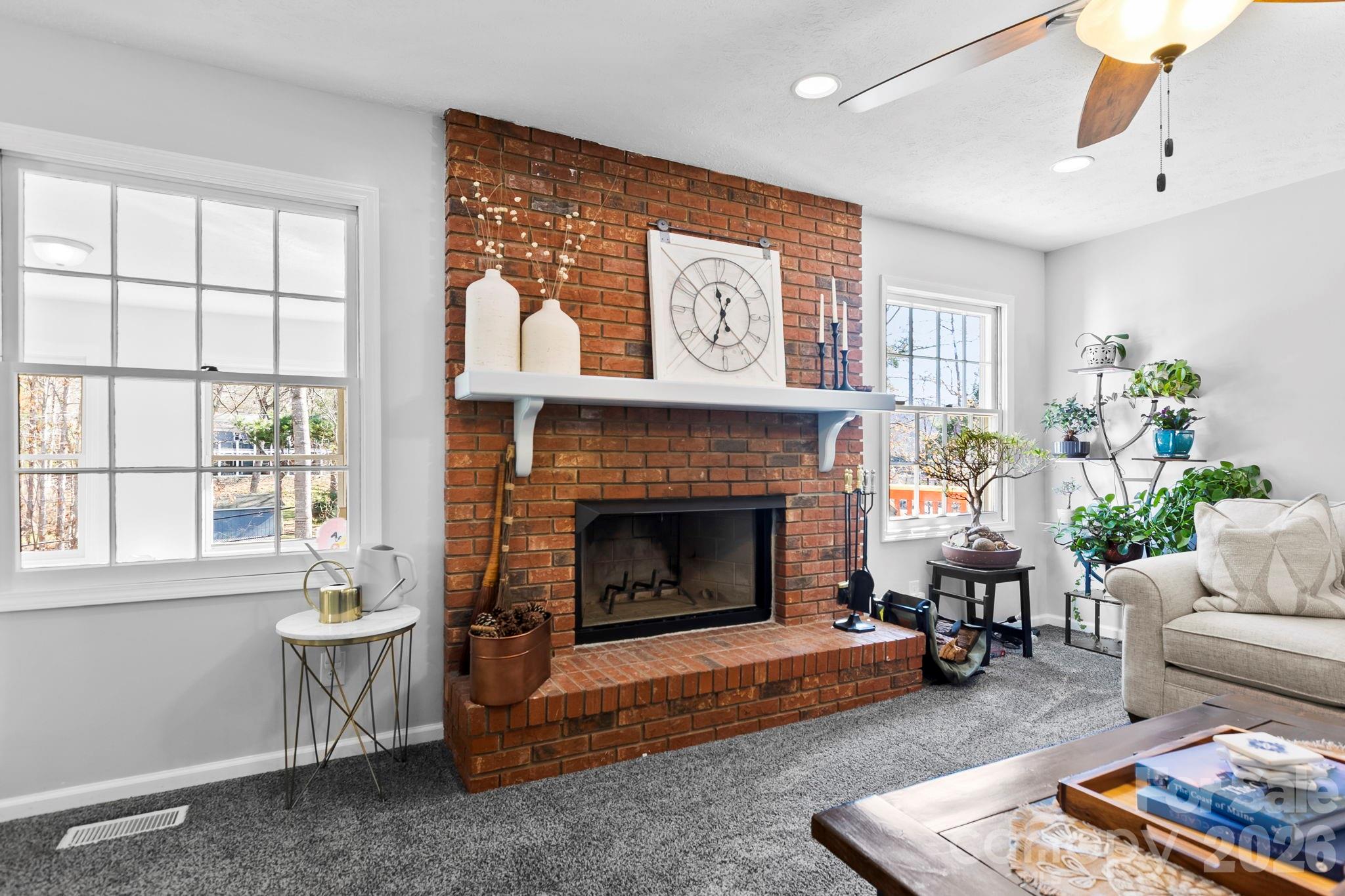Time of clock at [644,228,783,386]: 11:33
